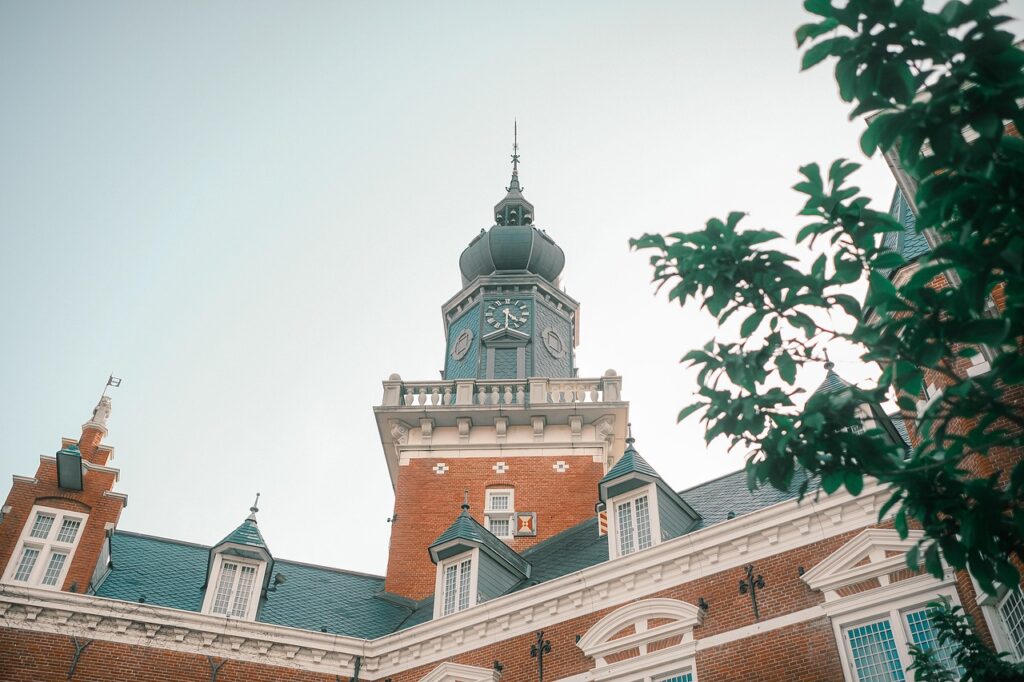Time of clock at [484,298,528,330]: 4:29
